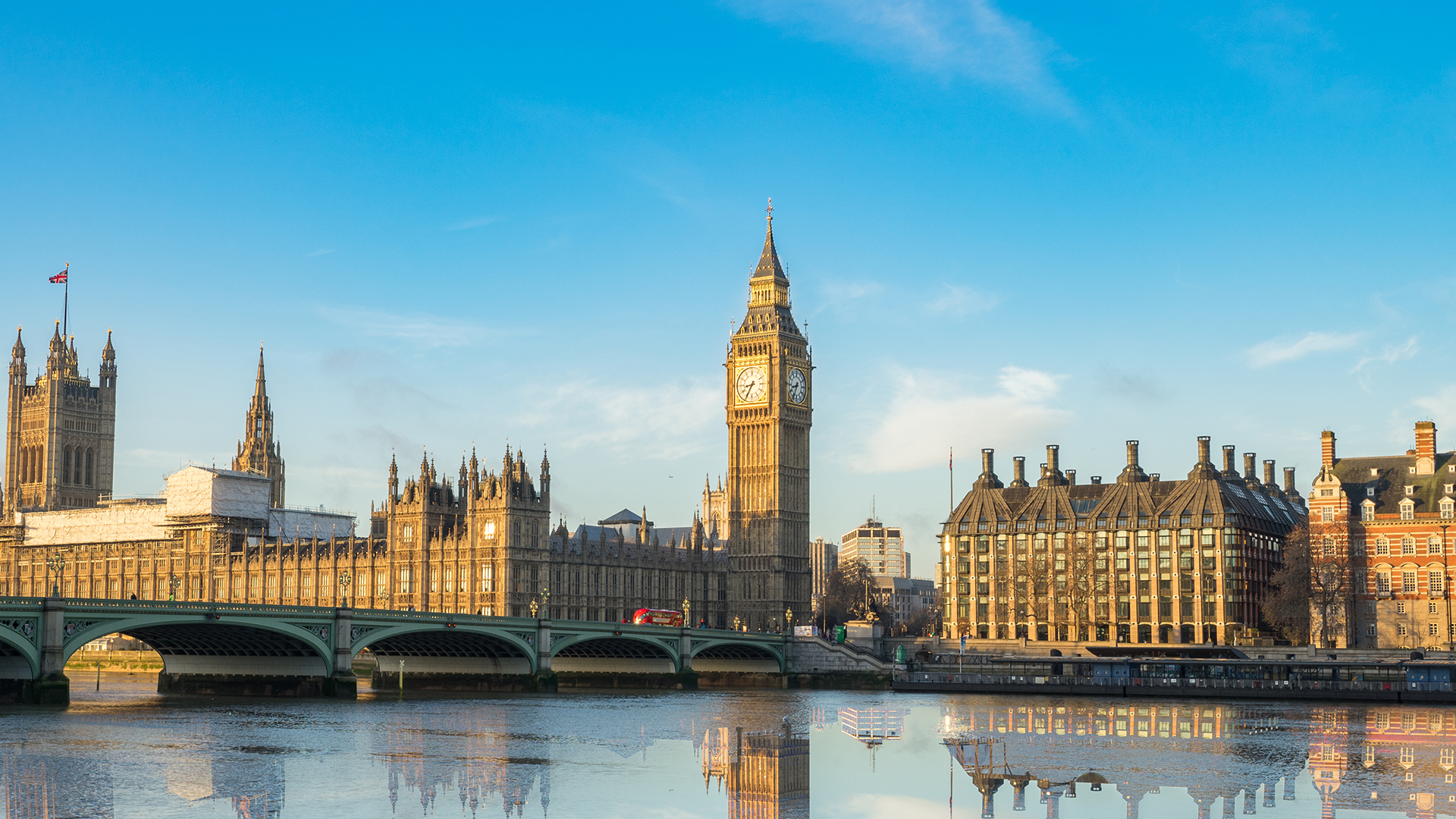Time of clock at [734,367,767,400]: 8:34
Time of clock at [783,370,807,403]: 8:34
